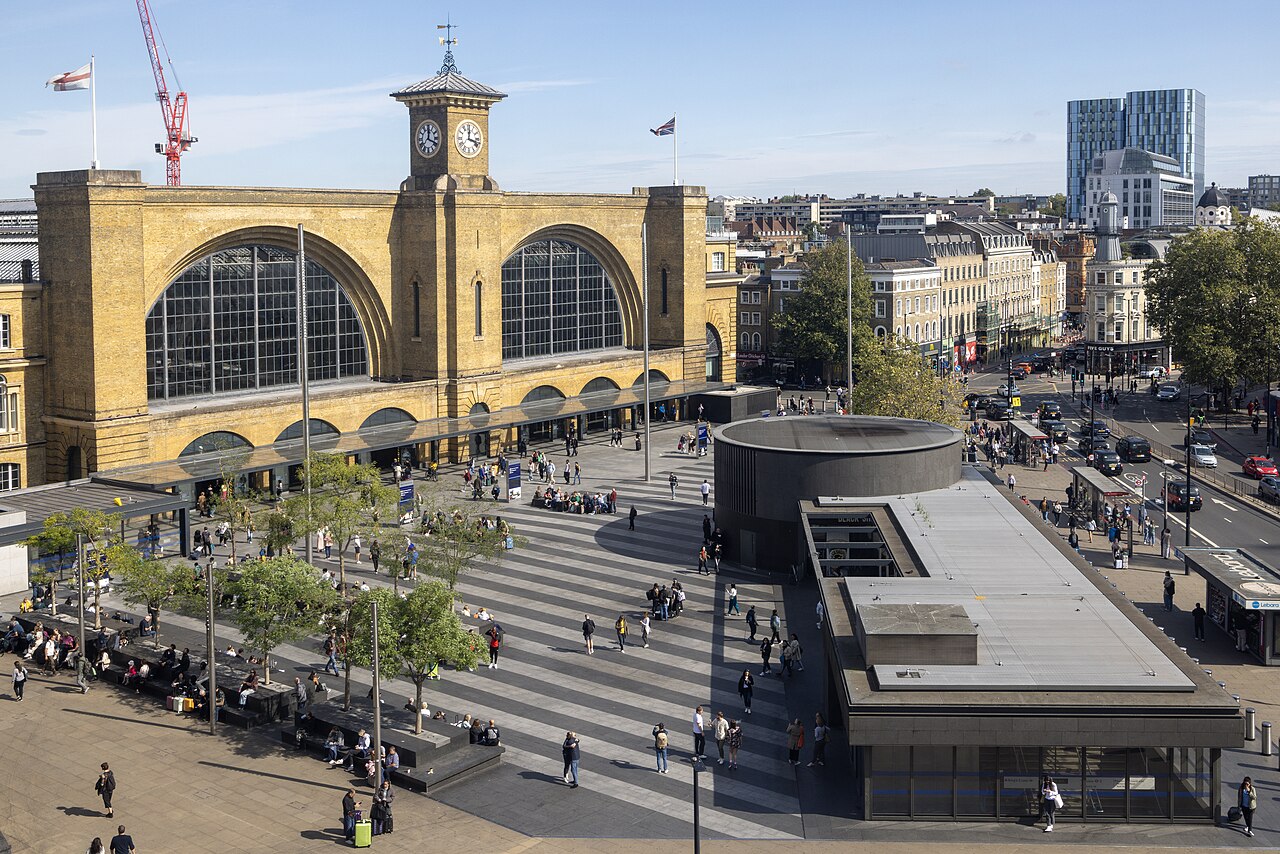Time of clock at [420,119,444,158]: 12:18
